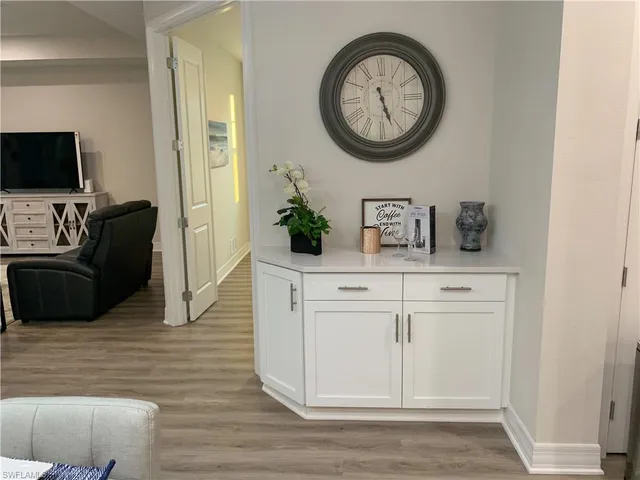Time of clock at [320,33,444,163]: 5:26
